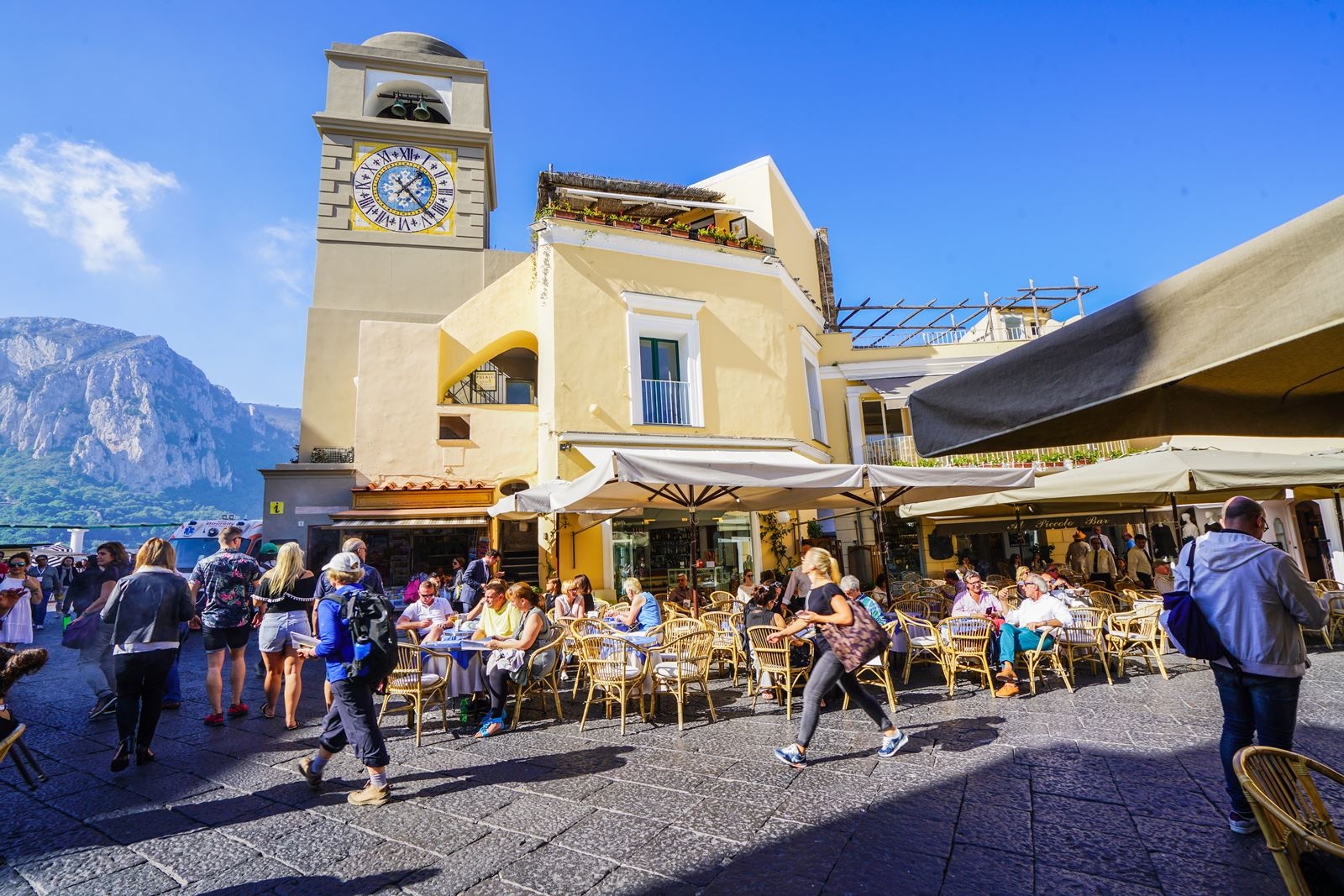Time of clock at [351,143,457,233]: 1:22
